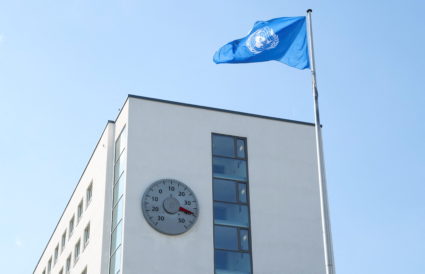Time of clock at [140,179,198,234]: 4:20
